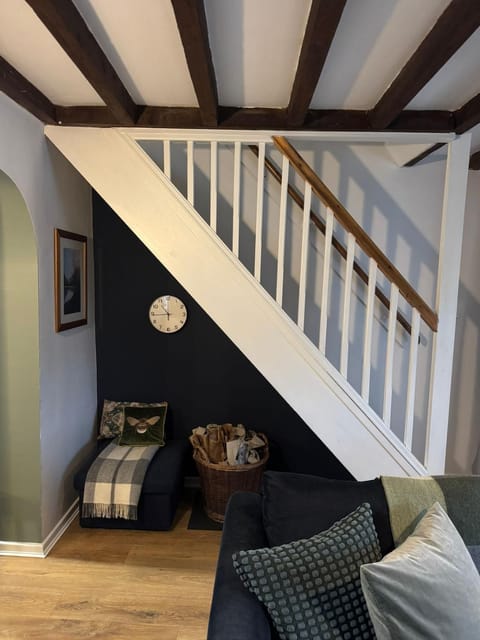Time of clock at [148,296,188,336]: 10:44
